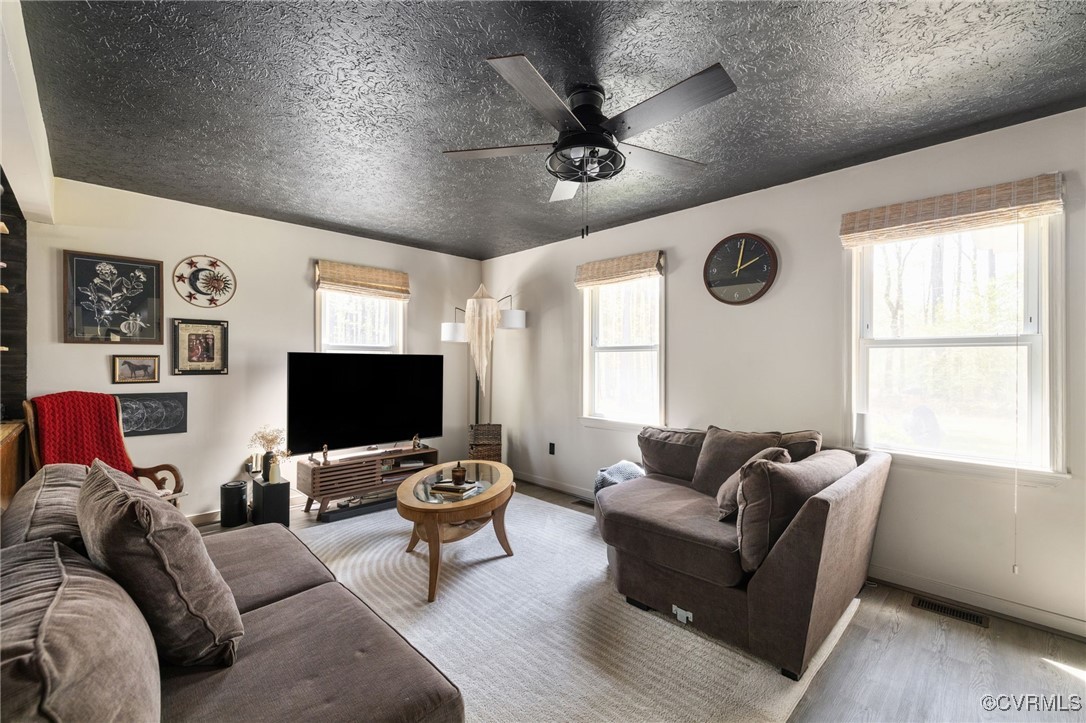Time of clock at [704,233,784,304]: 2:01
